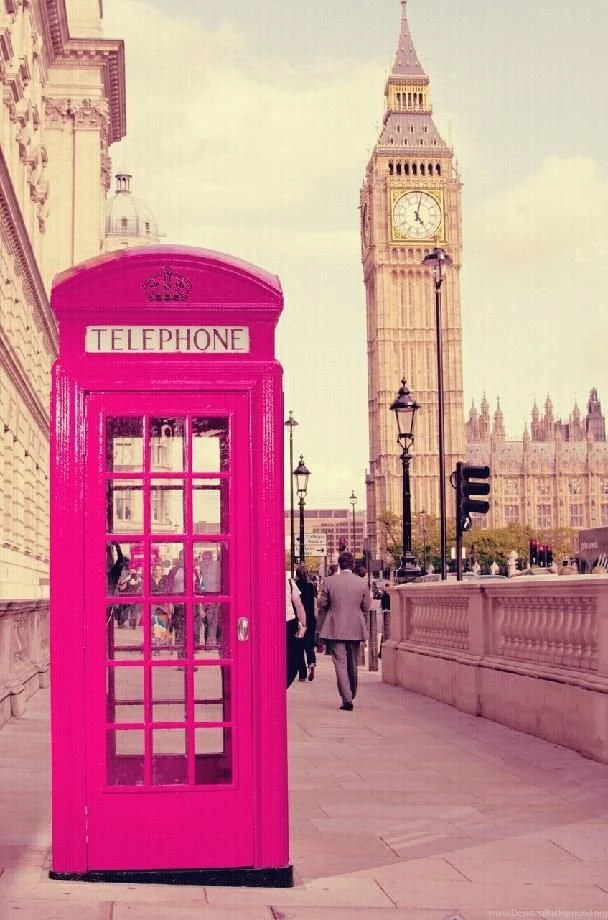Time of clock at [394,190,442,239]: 5:02
